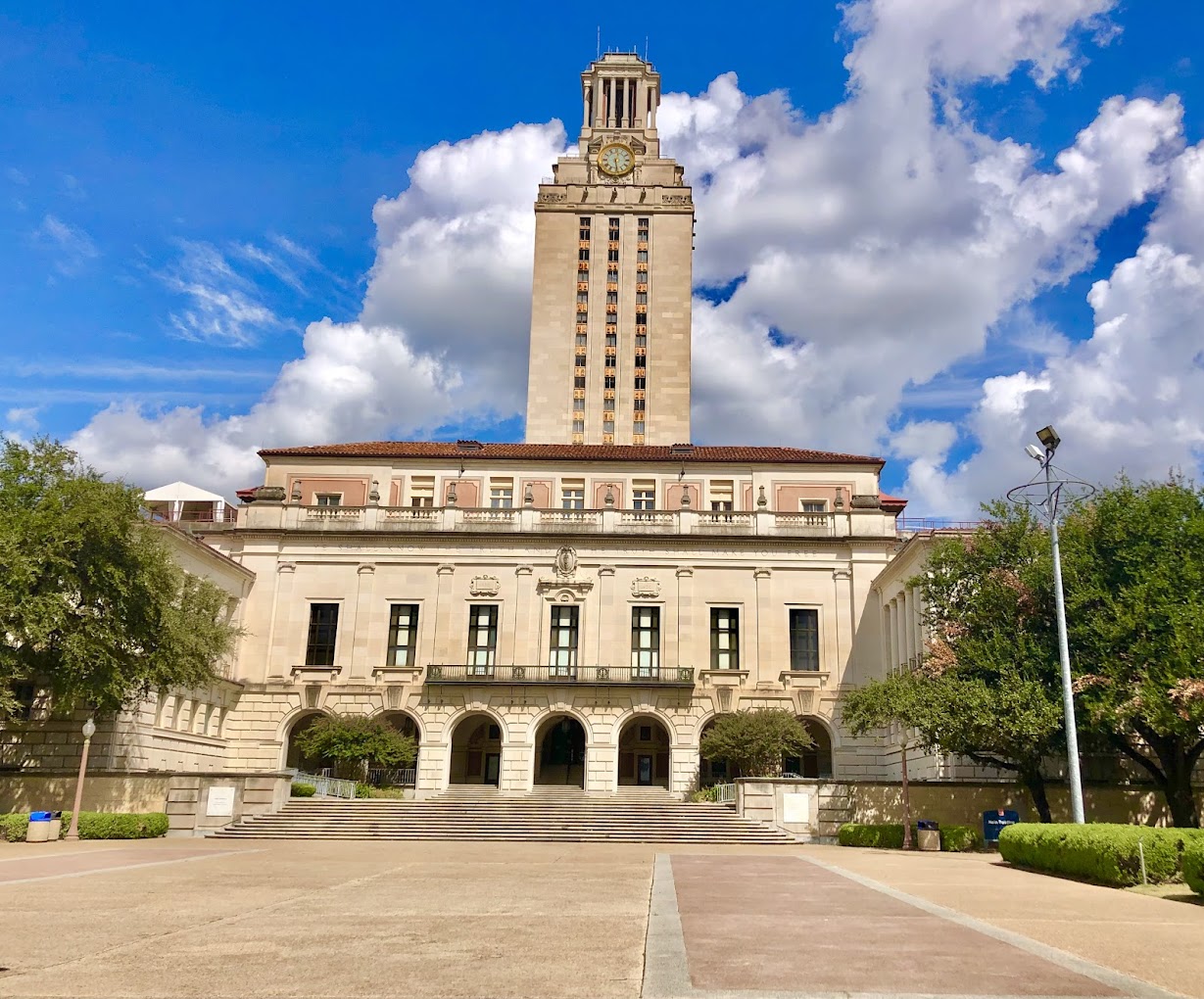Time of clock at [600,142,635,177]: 12:28
